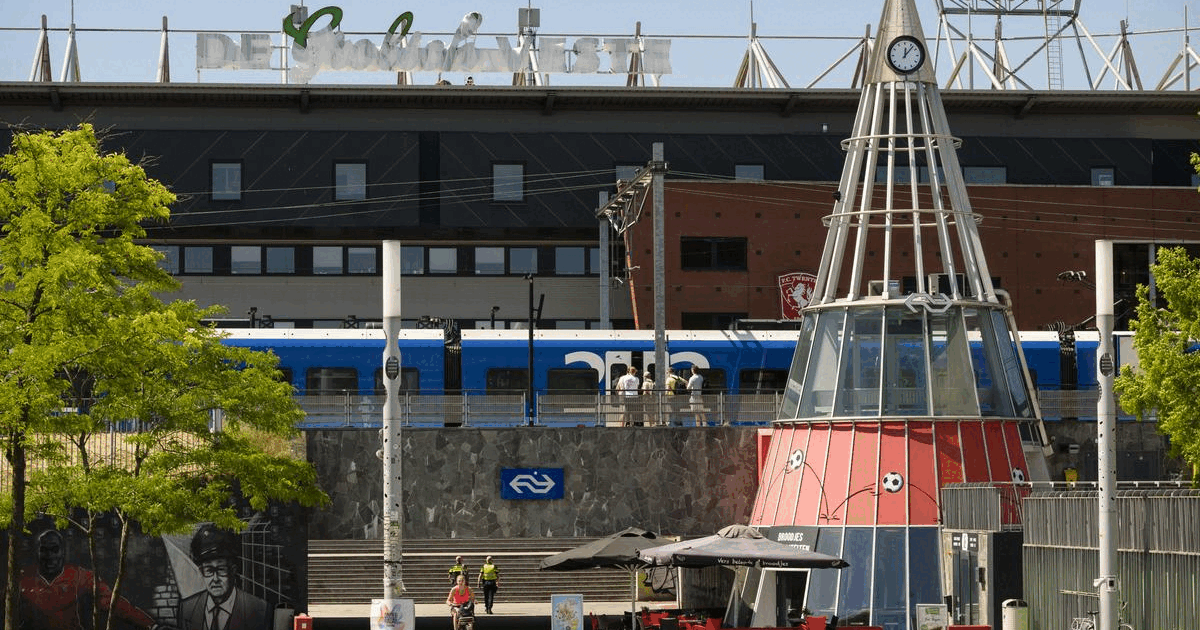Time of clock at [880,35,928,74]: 12:06
